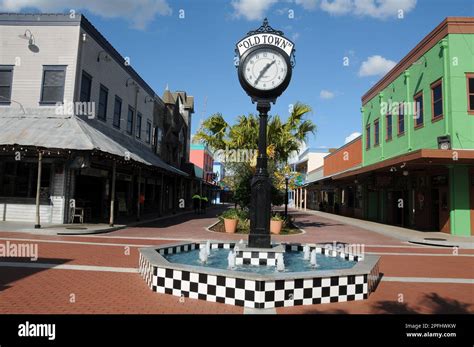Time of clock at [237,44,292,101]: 1:35
